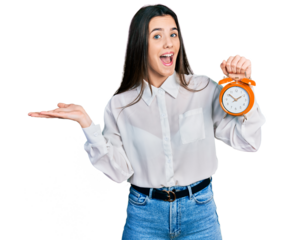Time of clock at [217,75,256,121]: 1:51
